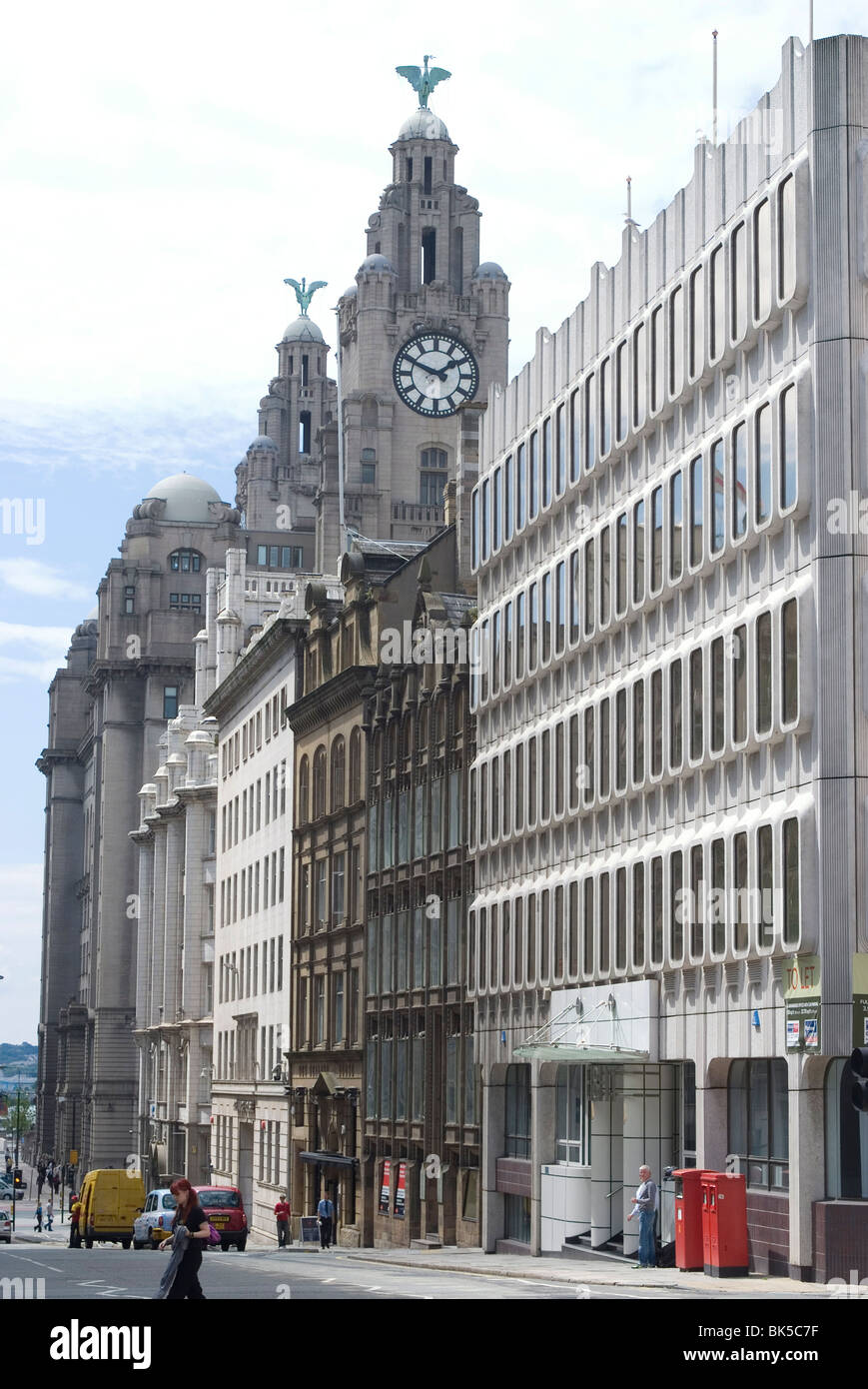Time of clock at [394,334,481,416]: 1:49
